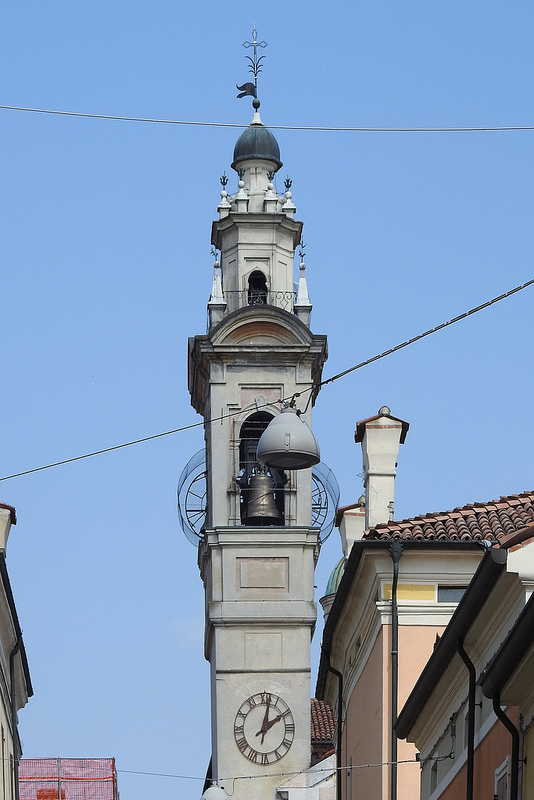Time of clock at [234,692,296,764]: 2:02
